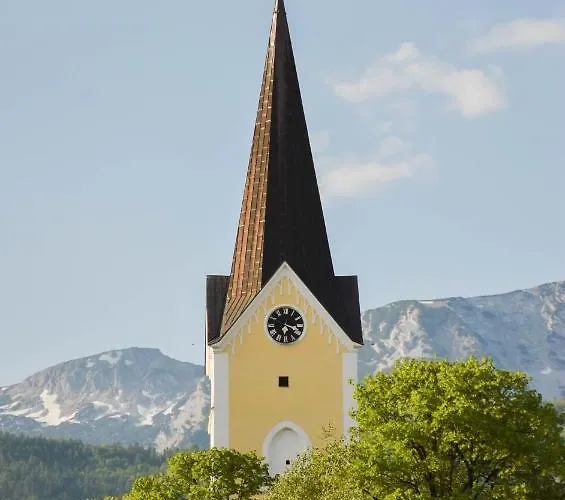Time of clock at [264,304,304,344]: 6:17
